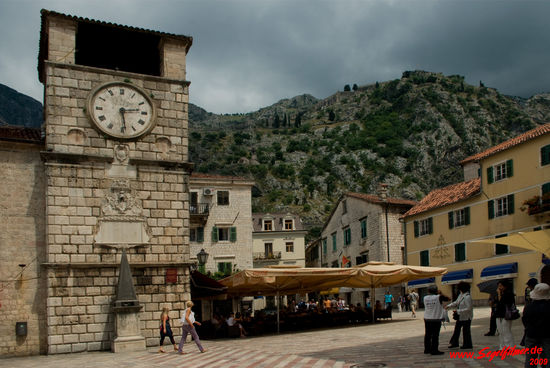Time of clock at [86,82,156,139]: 2:28
